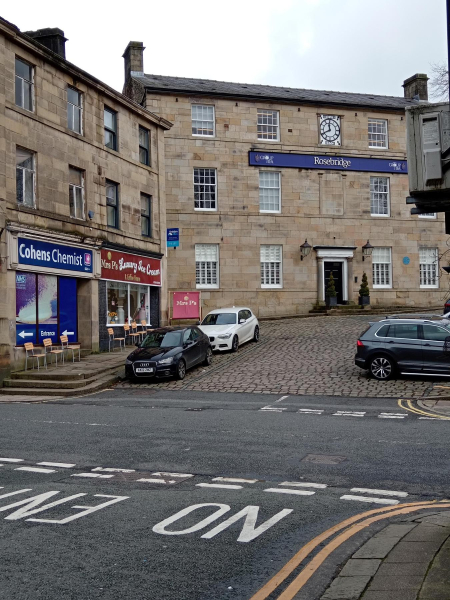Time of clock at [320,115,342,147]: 11:40
